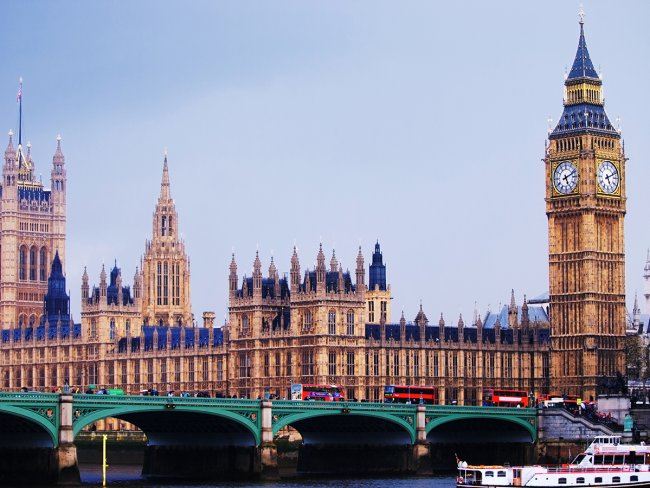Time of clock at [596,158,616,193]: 5:11
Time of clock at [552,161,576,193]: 5:11
